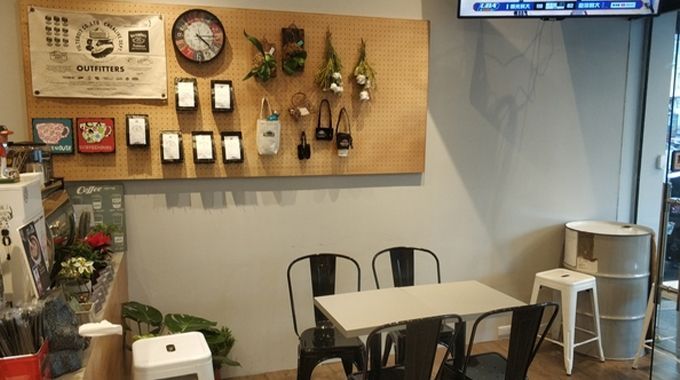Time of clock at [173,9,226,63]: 4:14
